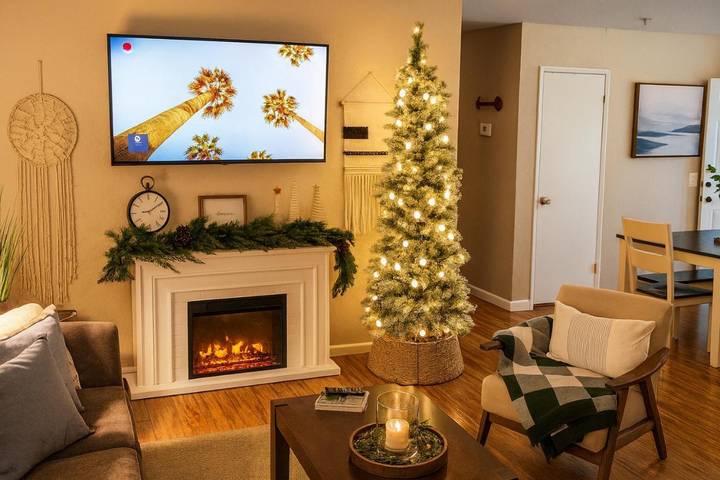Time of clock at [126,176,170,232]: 9:09
